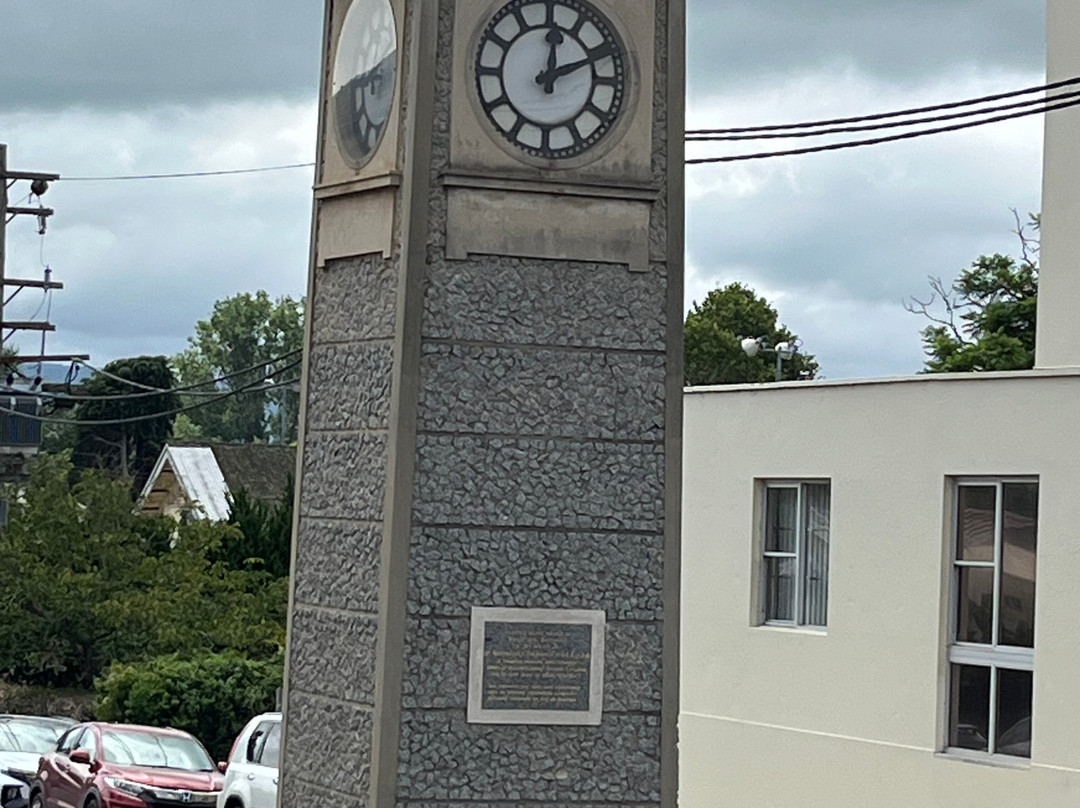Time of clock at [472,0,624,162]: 12:11
